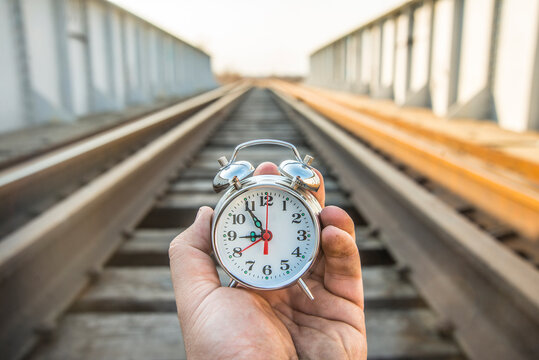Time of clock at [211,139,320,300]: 8:54
